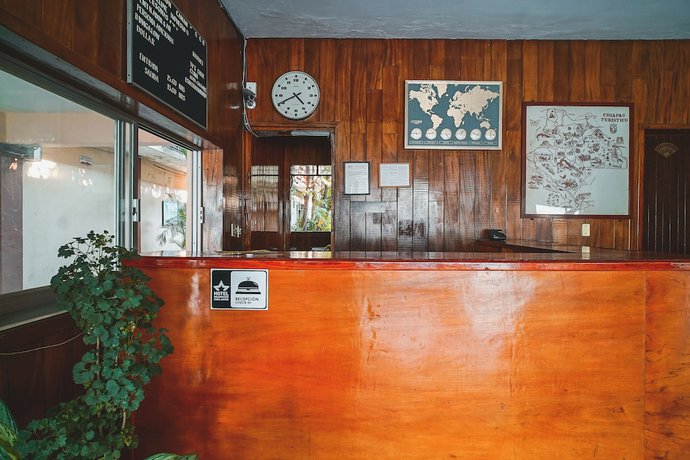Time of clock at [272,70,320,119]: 4:40
